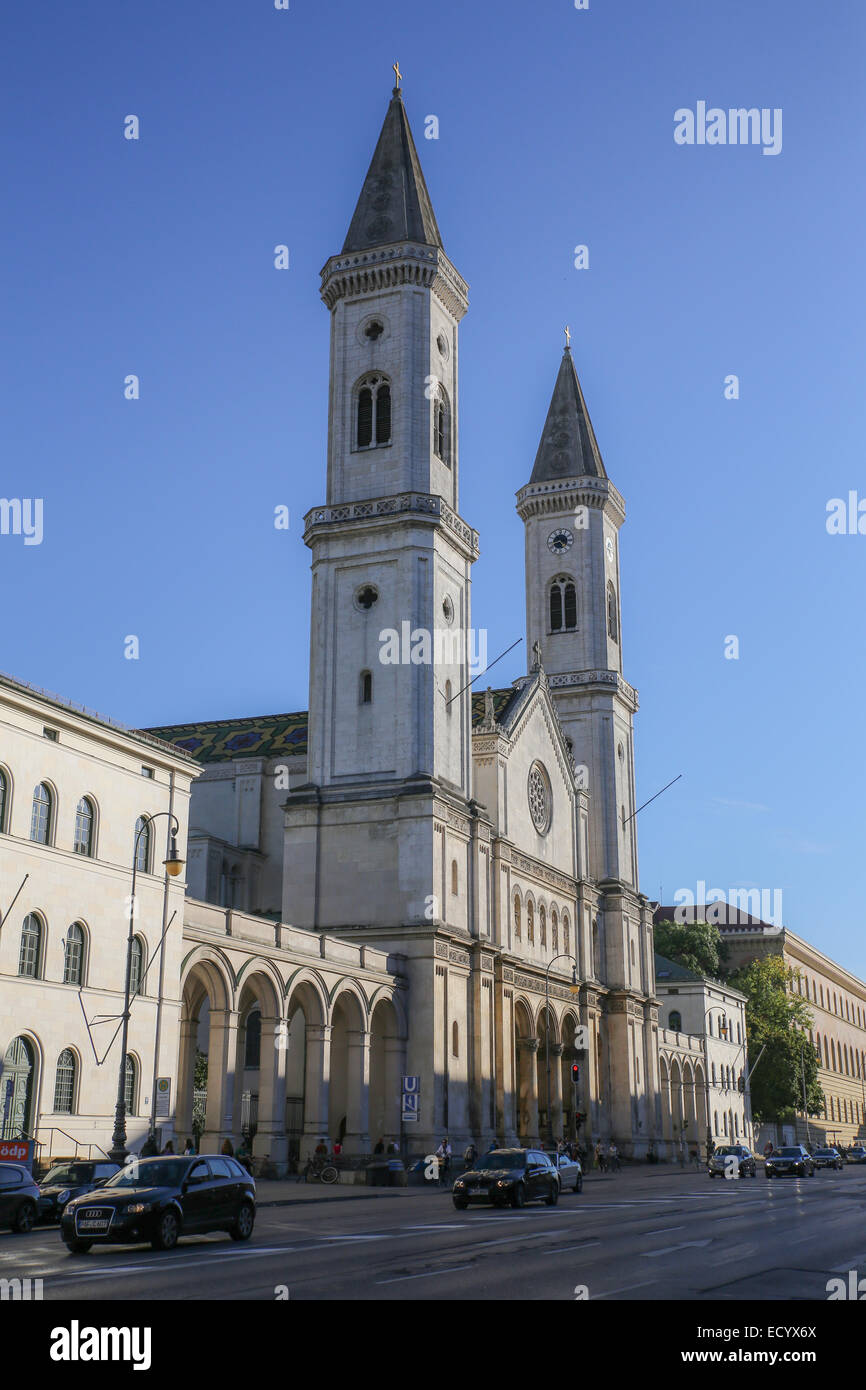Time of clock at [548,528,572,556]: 4:42
